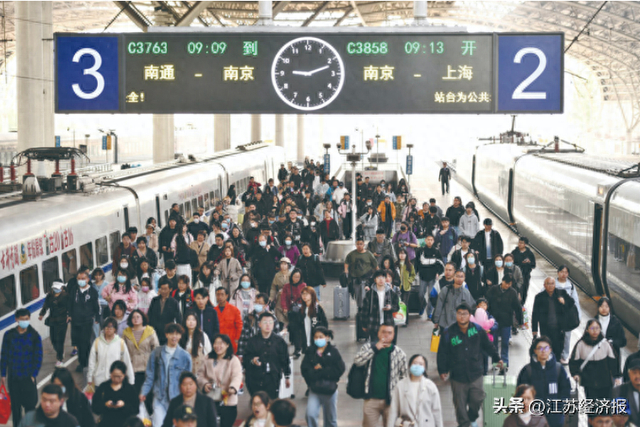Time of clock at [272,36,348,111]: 9:11
